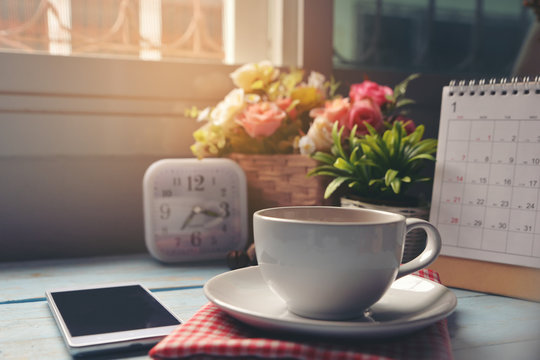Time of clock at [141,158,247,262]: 7:17
